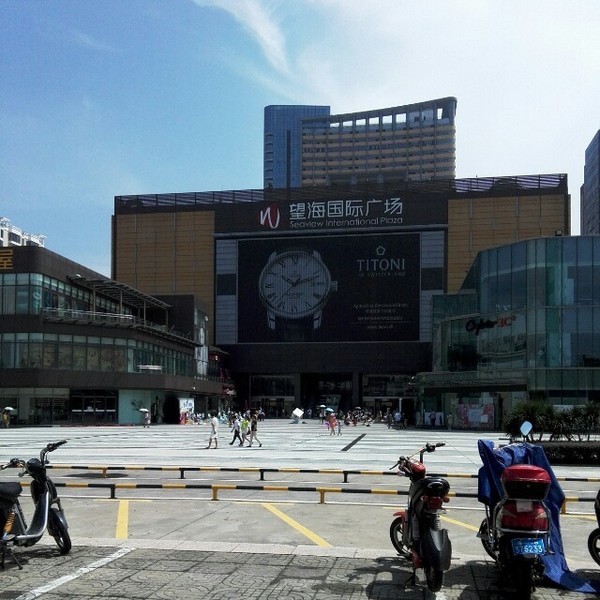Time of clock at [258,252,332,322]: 10:12
